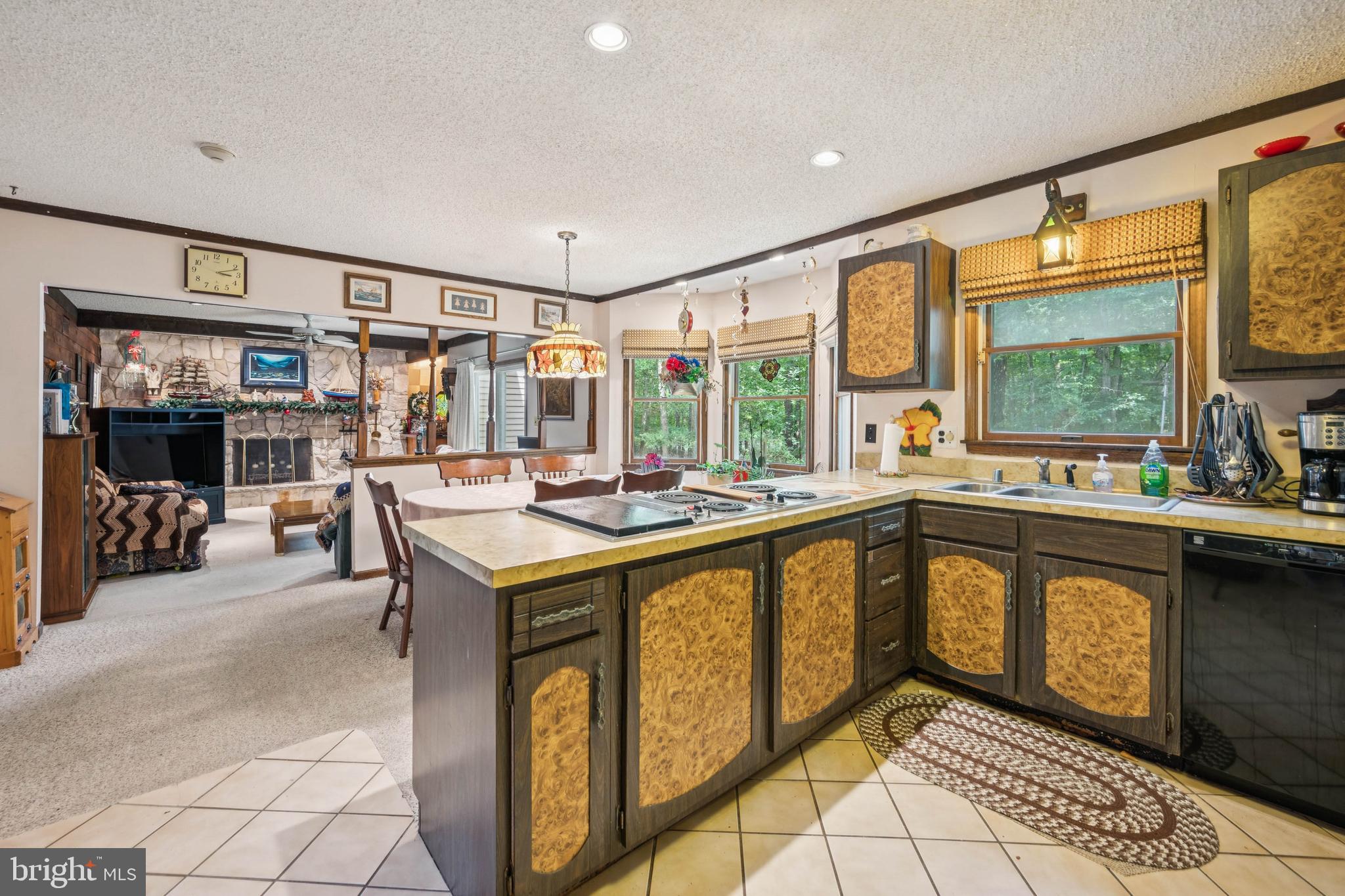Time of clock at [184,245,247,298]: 3:11
